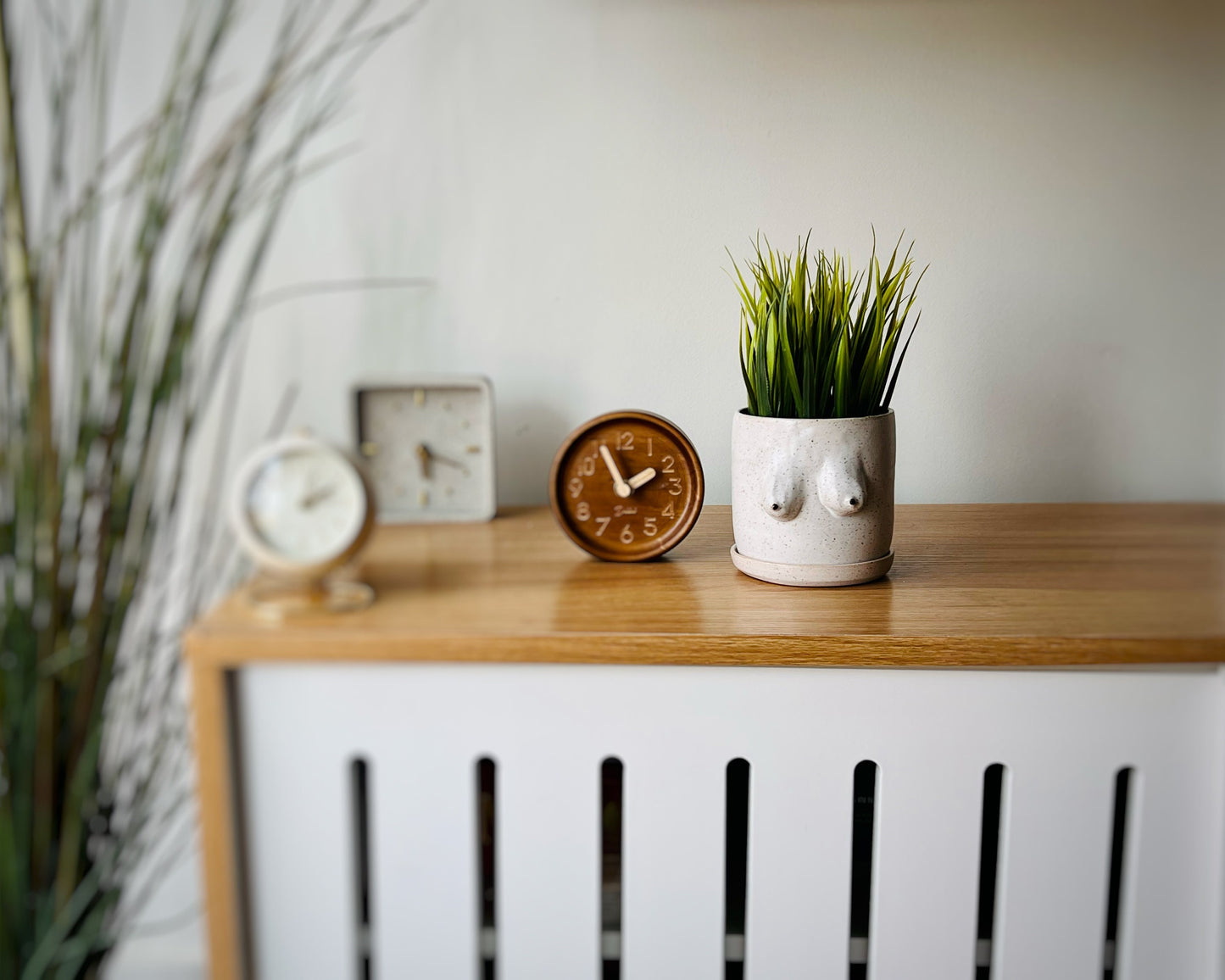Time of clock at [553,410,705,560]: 1:55
